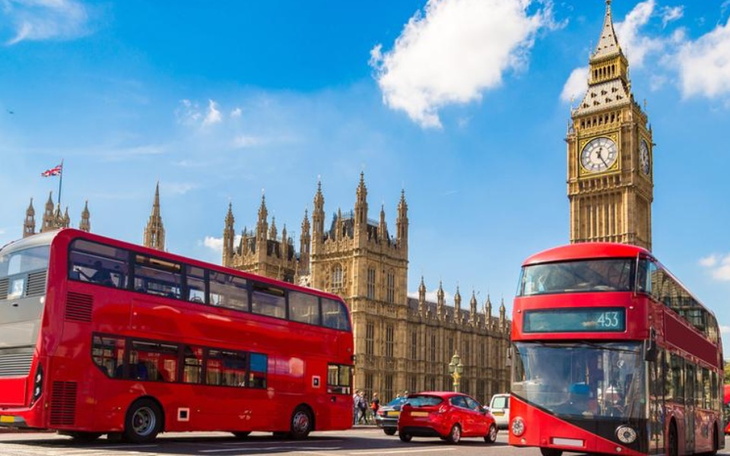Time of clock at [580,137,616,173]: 12:24
